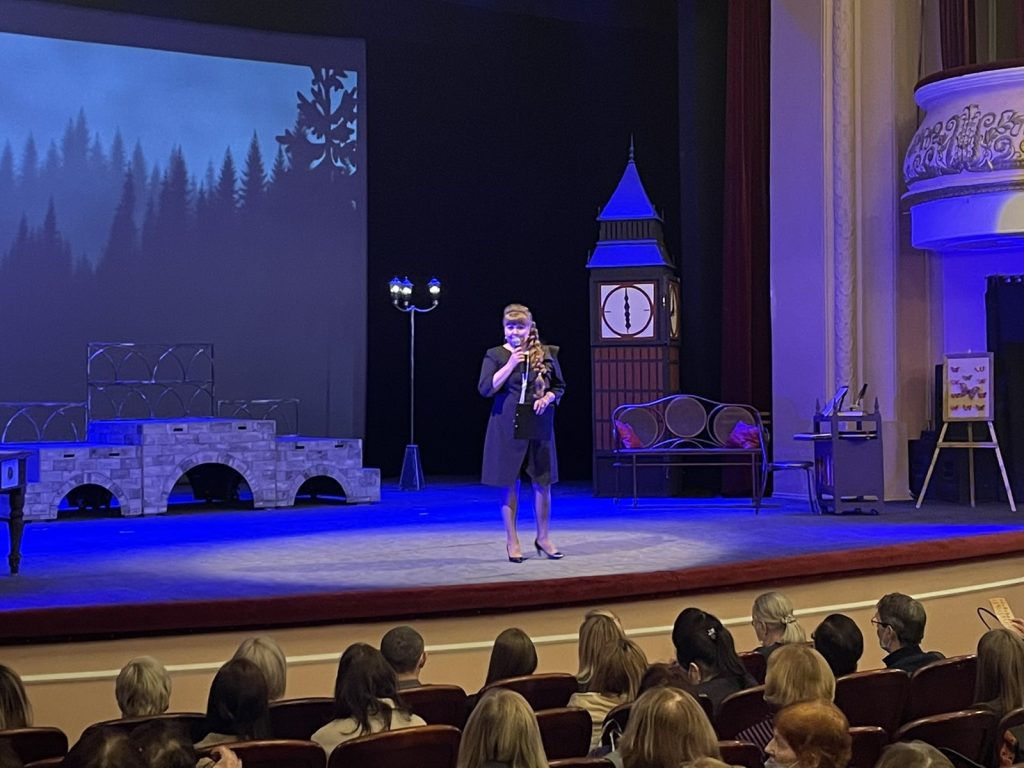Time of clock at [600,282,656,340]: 5:59
